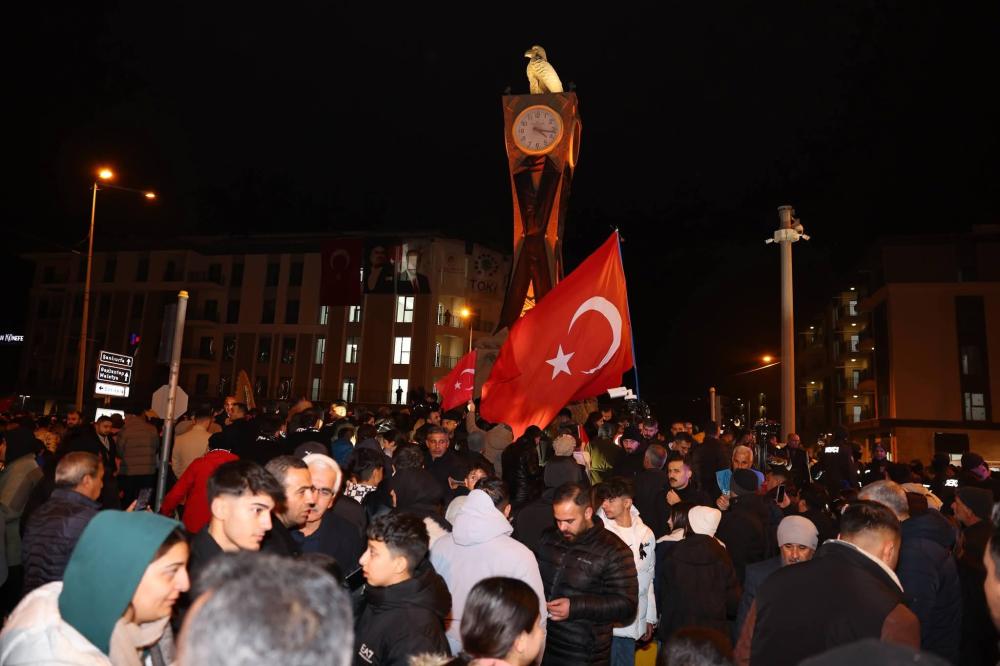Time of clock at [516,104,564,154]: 4:16
